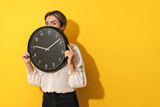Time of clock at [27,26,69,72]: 9:08
